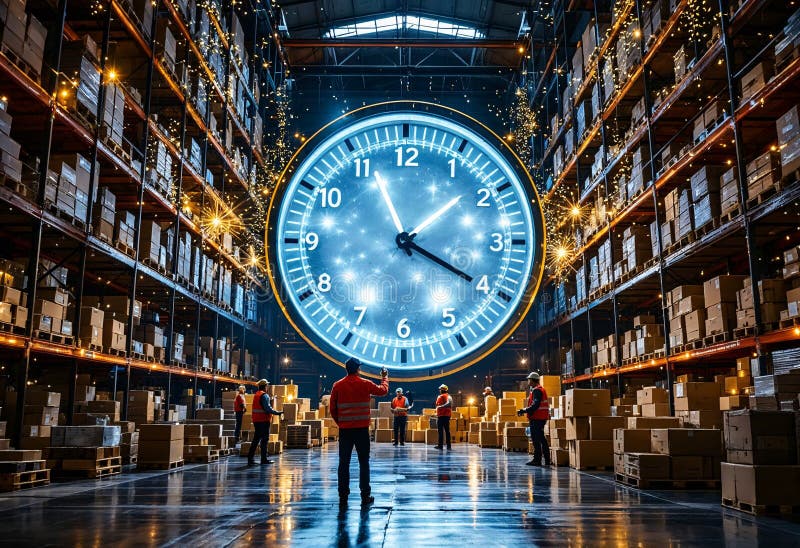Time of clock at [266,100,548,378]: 11:19
